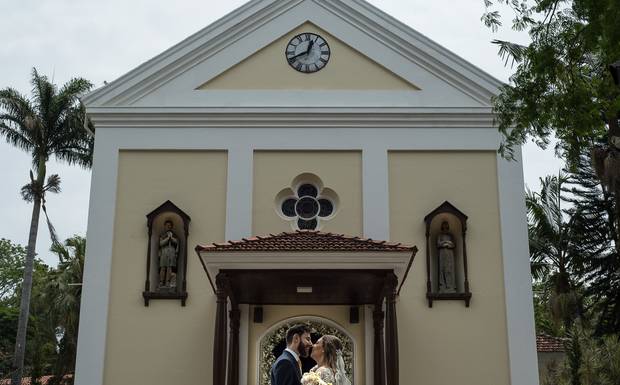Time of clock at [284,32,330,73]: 12:41
